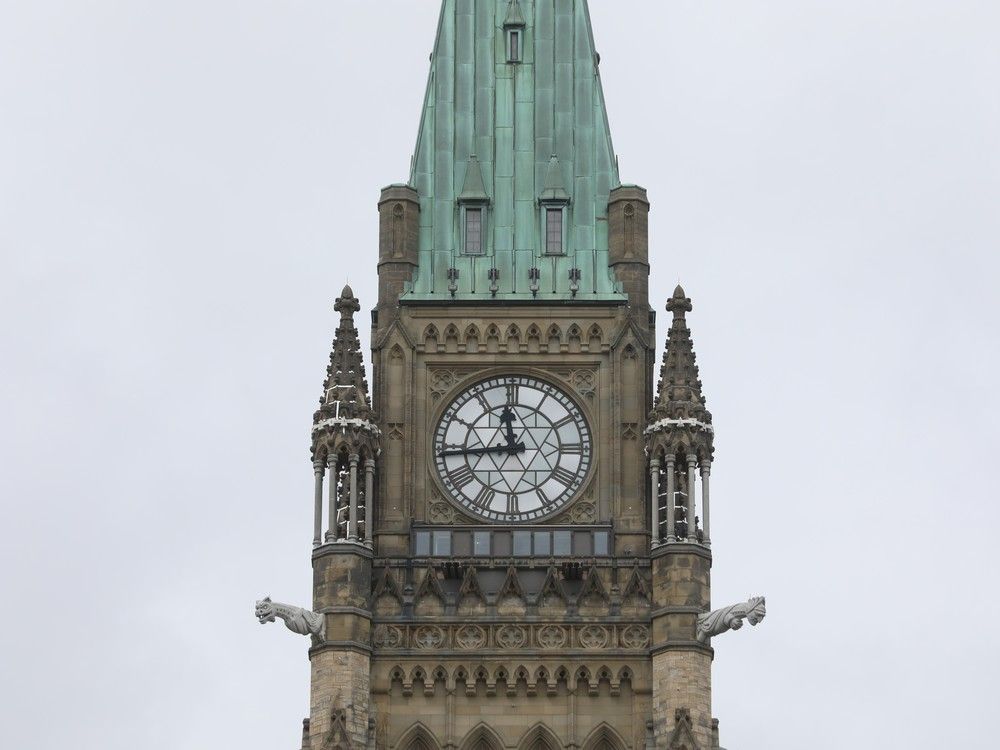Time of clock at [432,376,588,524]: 11:43
